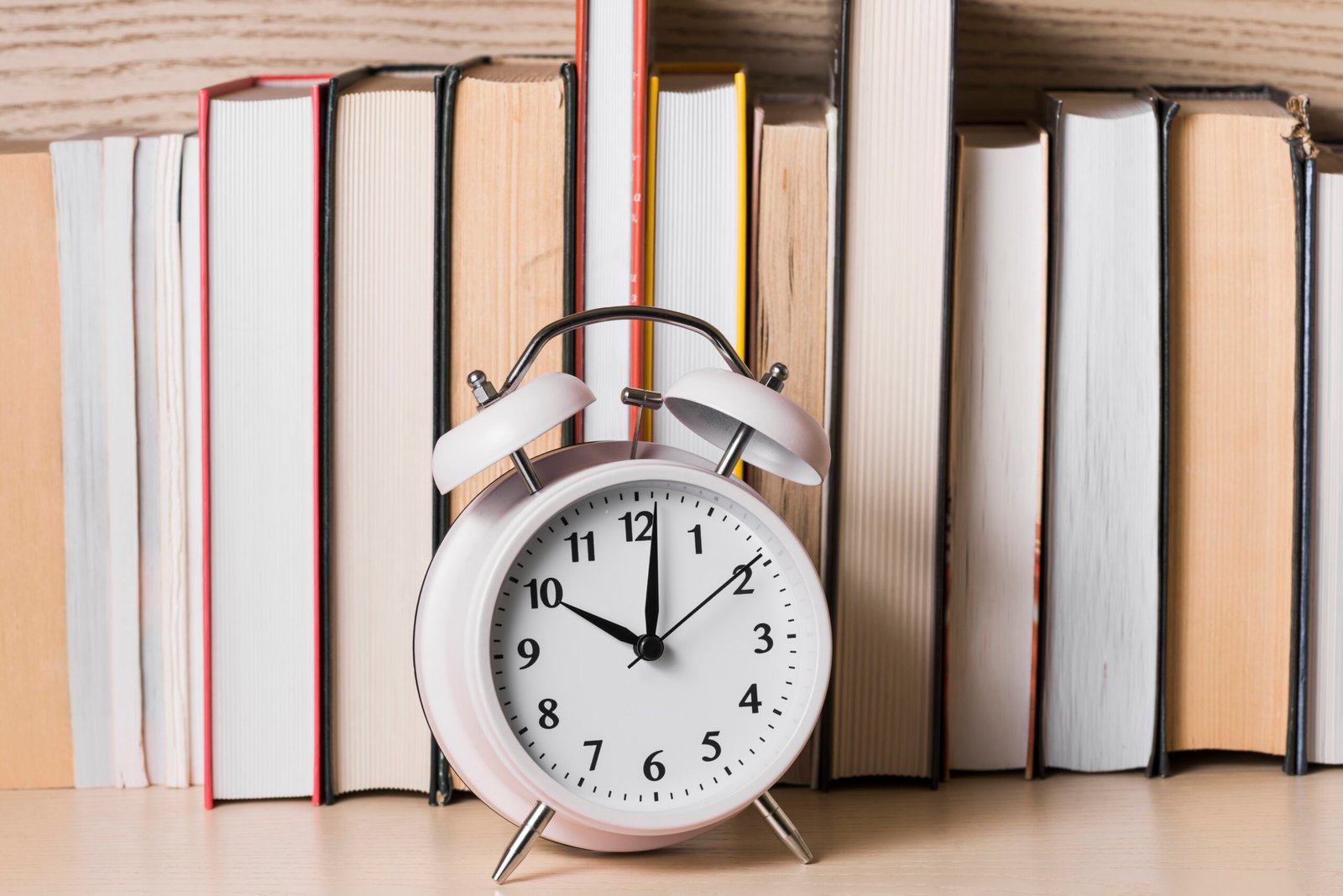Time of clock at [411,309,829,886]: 10:01
